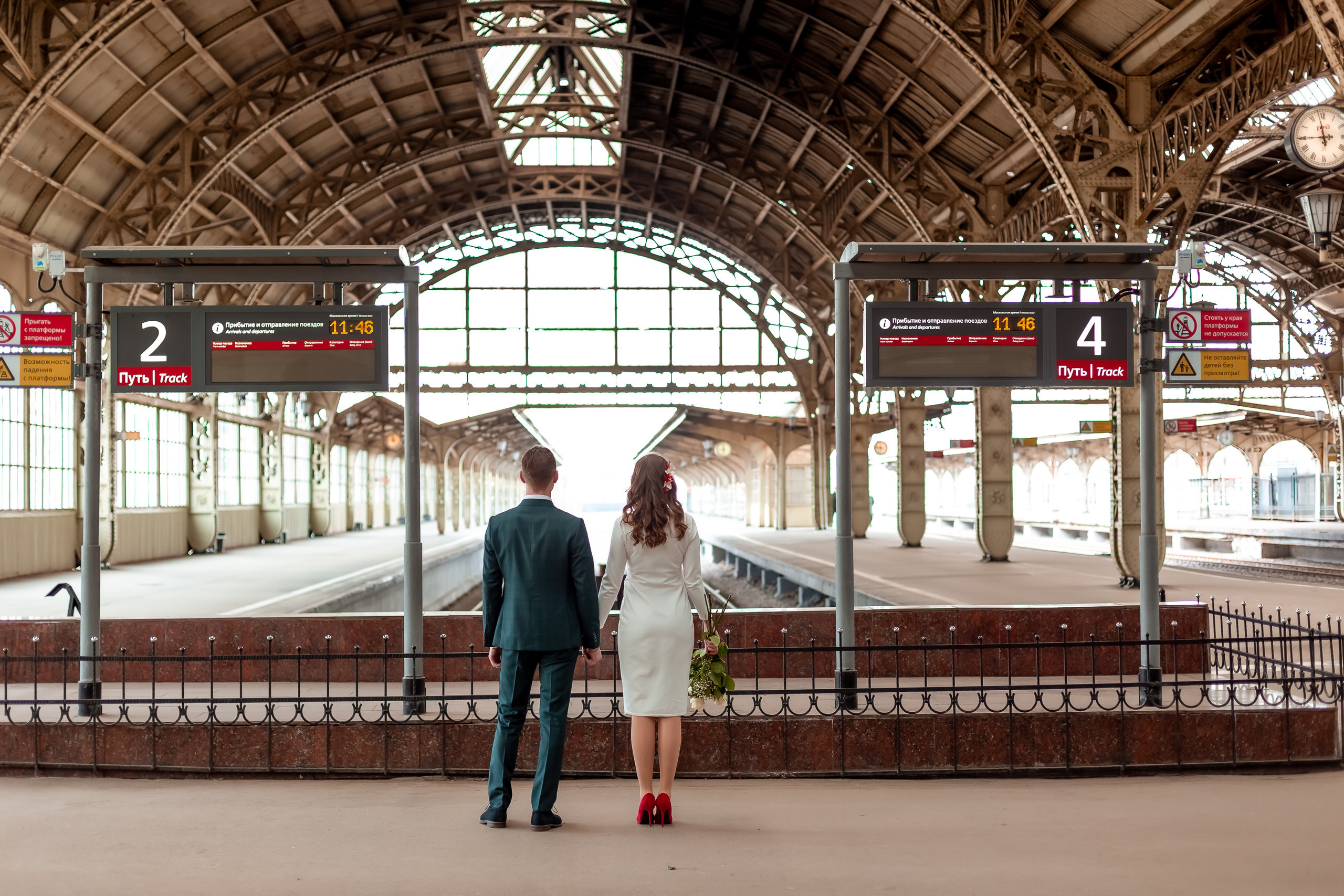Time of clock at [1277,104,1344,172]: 11:44
